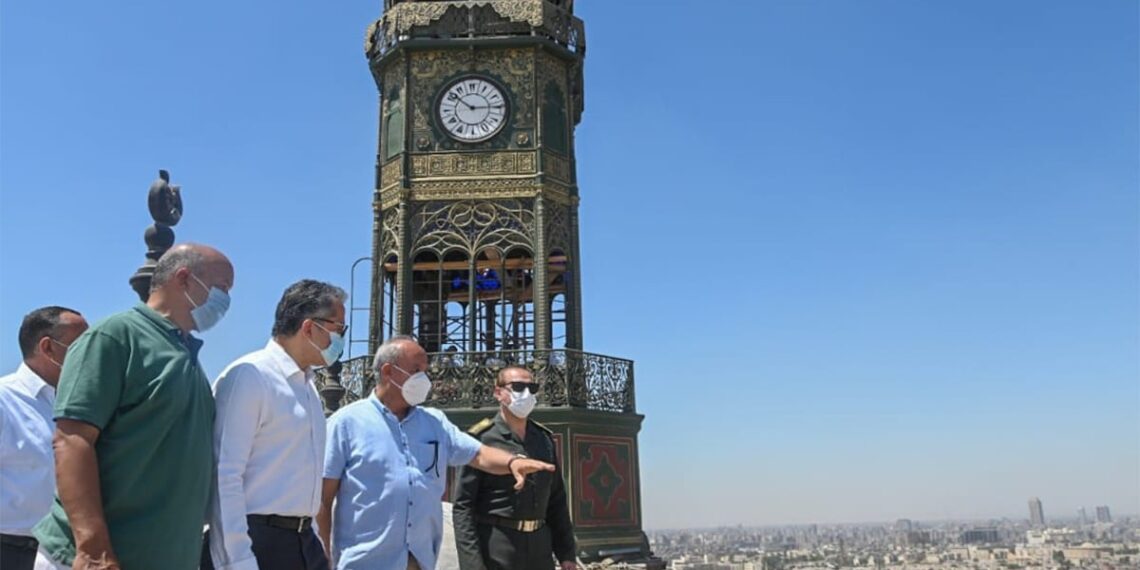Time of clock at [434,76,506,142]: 10:14
